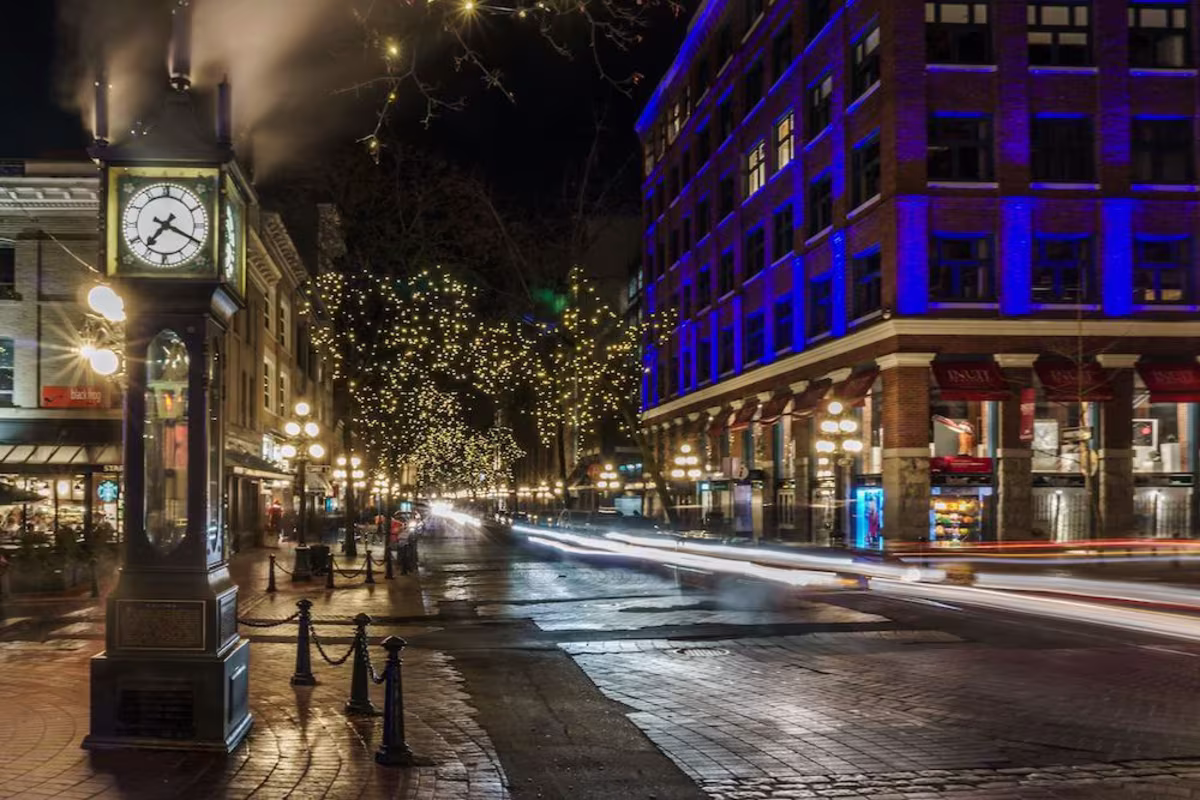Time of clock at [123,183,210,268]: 7:19
